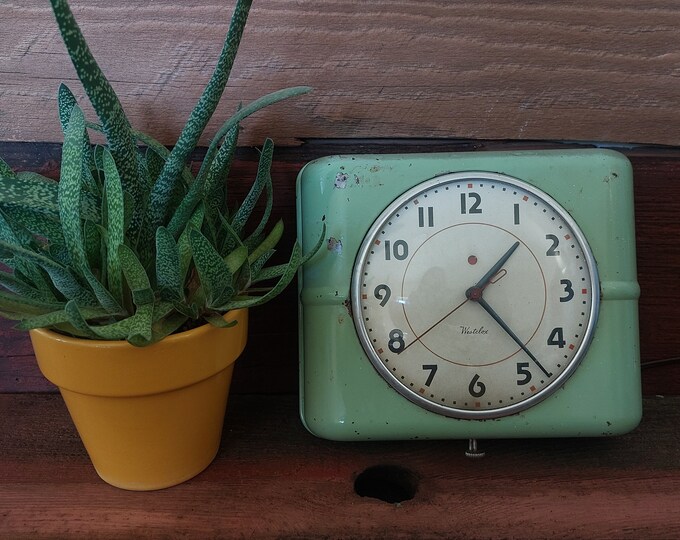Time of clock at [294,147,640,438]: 1:23
